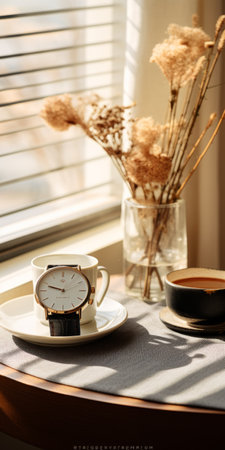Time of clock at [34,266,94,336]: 9:48
